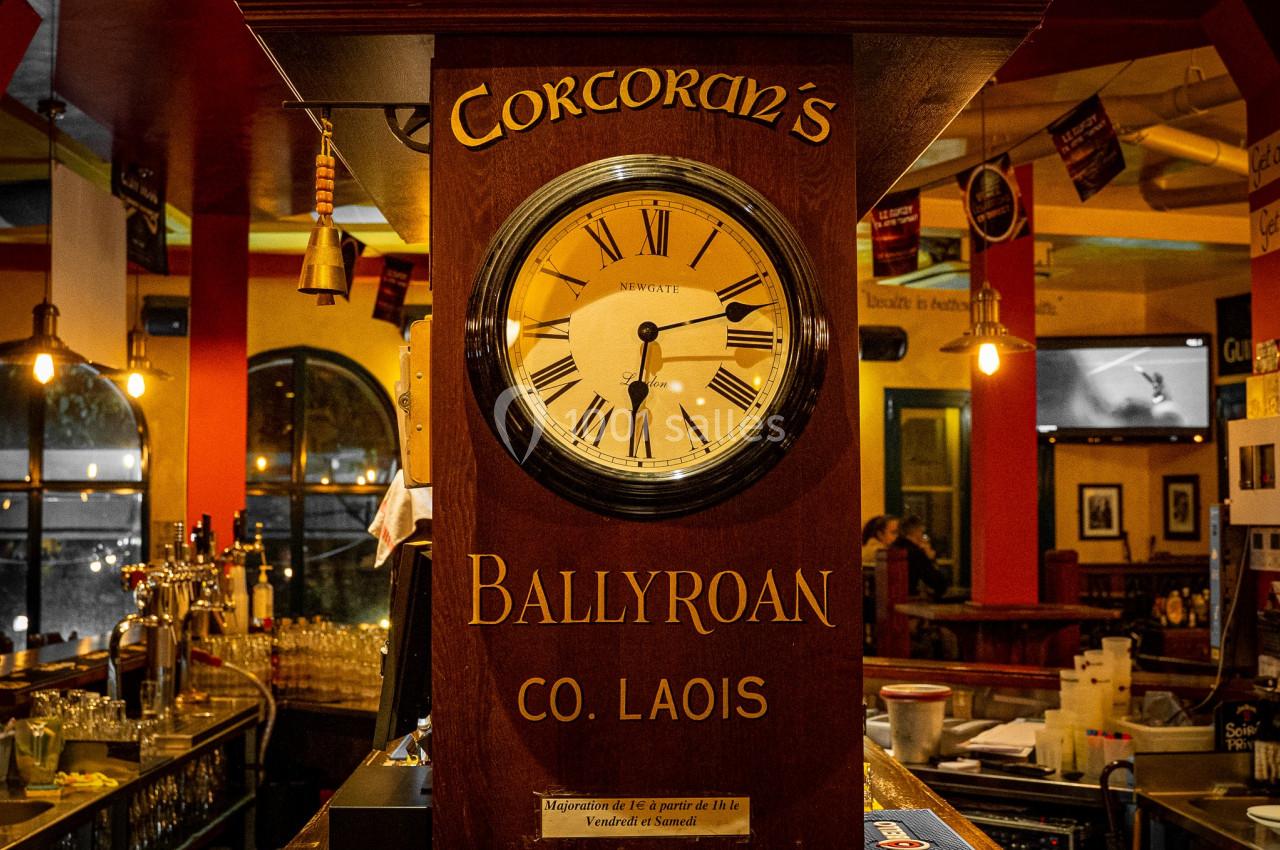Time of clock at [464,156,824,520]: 6:12
